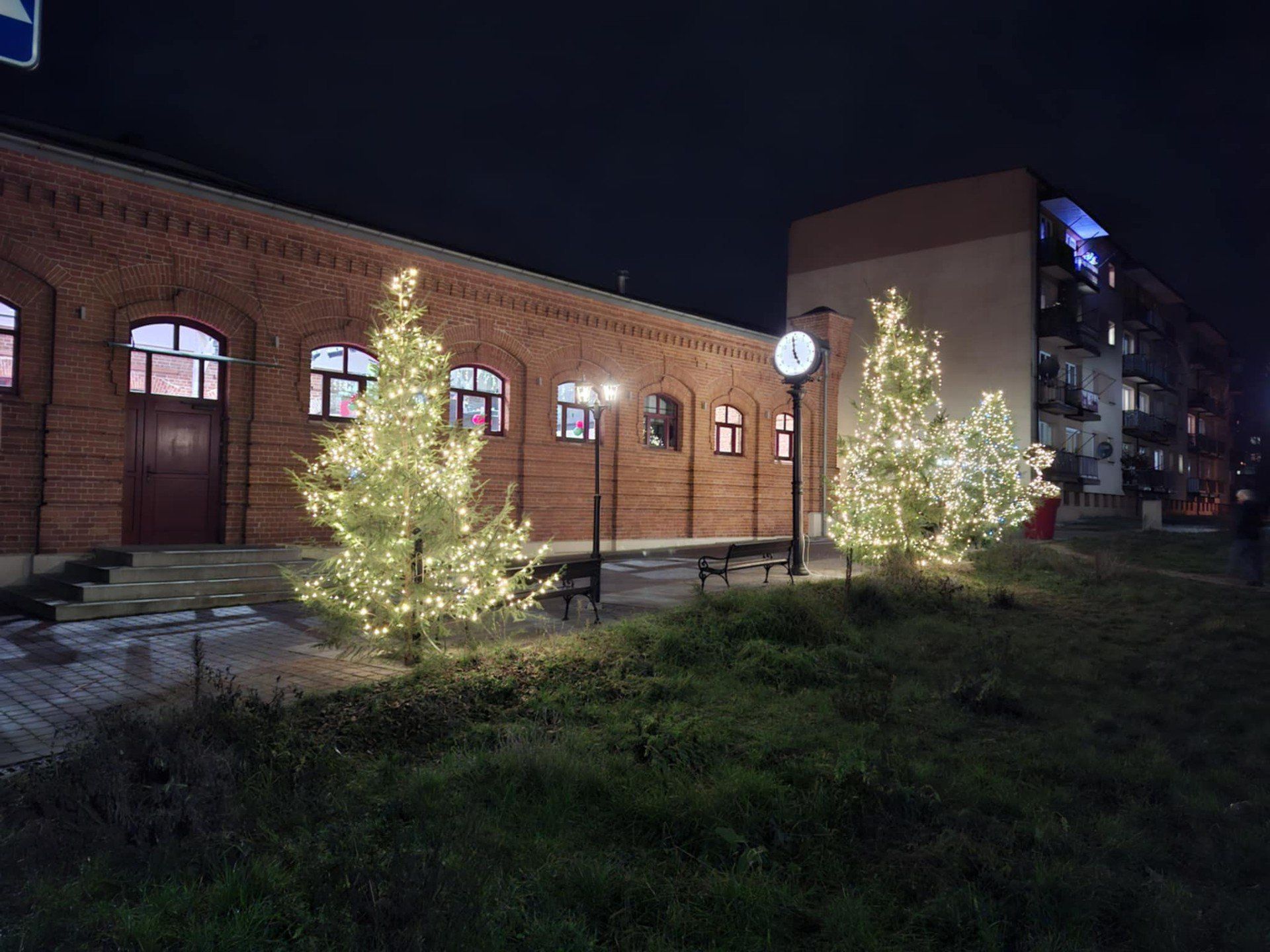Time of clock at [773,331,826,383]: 4:58
